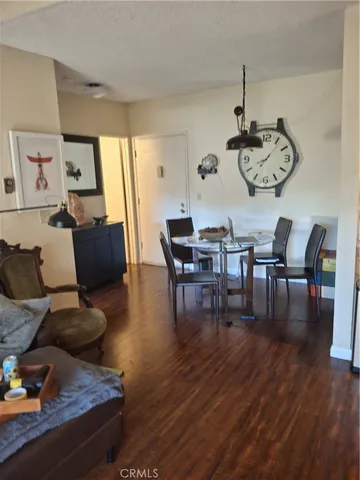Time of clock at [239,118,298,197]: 8:06
